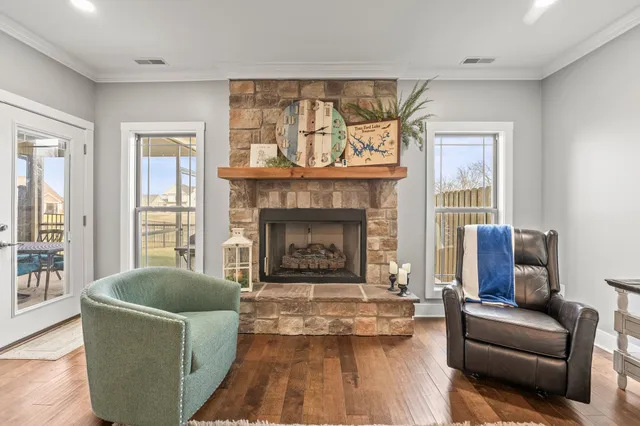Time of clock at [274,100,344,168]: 2:15
